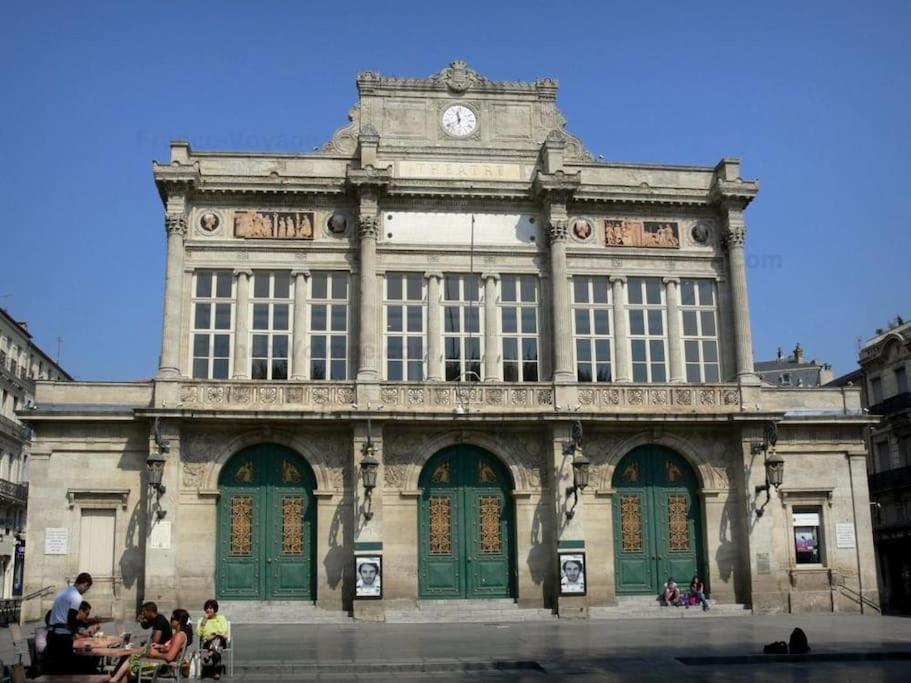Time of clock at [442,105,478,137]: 11:40
